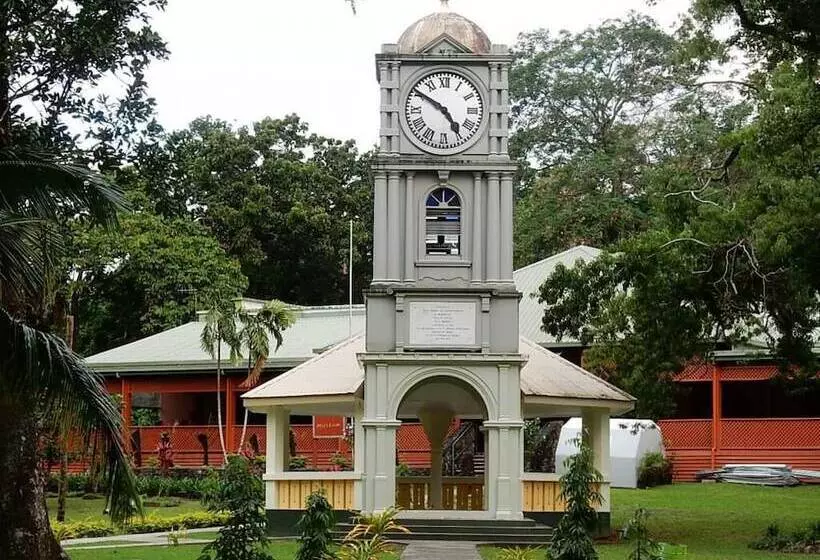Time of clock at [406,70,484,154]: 4:50
